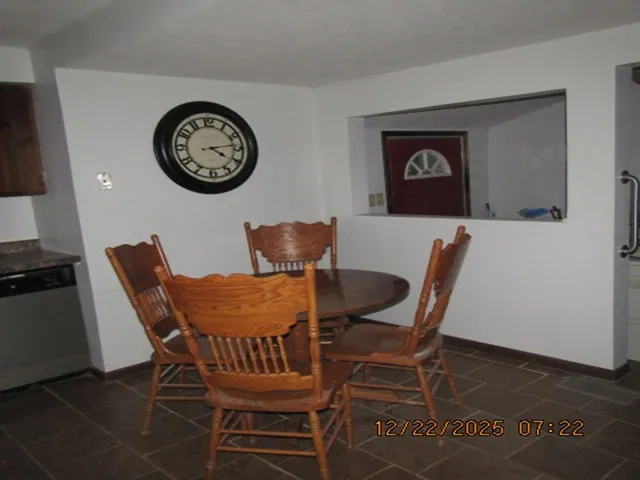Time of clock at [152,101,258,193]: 4:13
